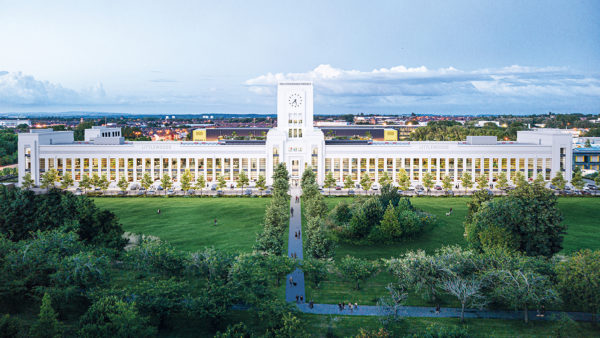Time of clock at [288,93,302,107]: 7:27
